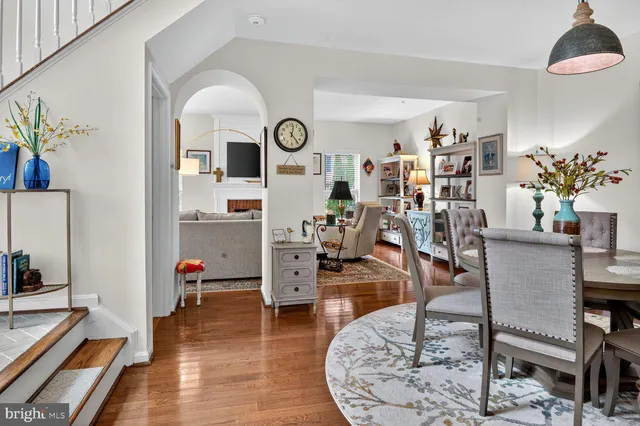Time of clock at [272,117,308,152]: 12:23
